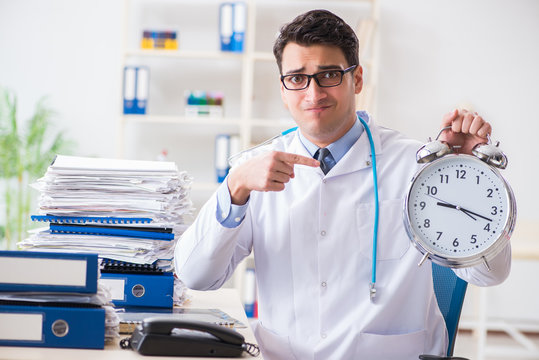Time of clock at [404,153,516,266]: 9:17
